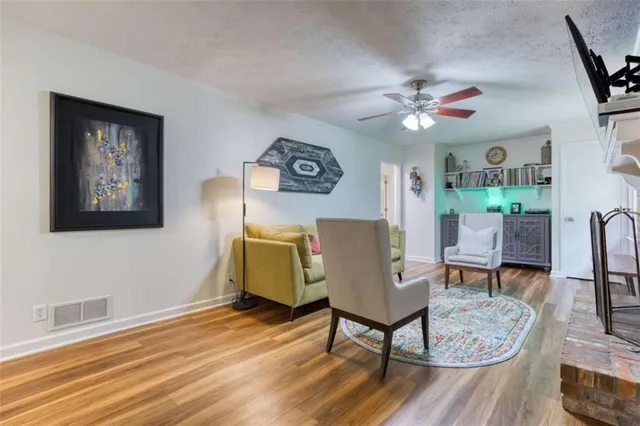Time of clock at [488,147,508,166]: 8:38
